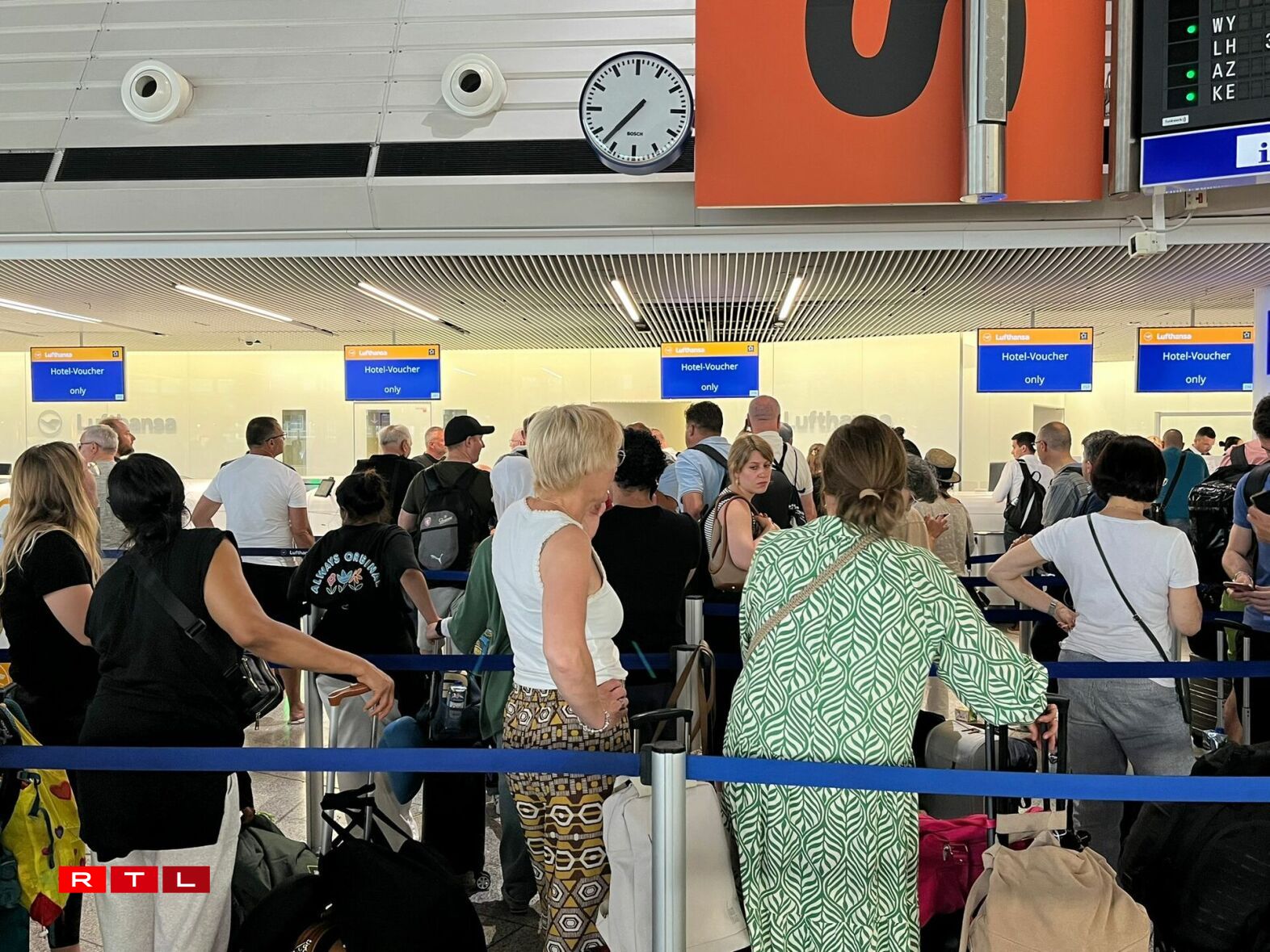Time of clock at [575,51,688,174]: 7:37
